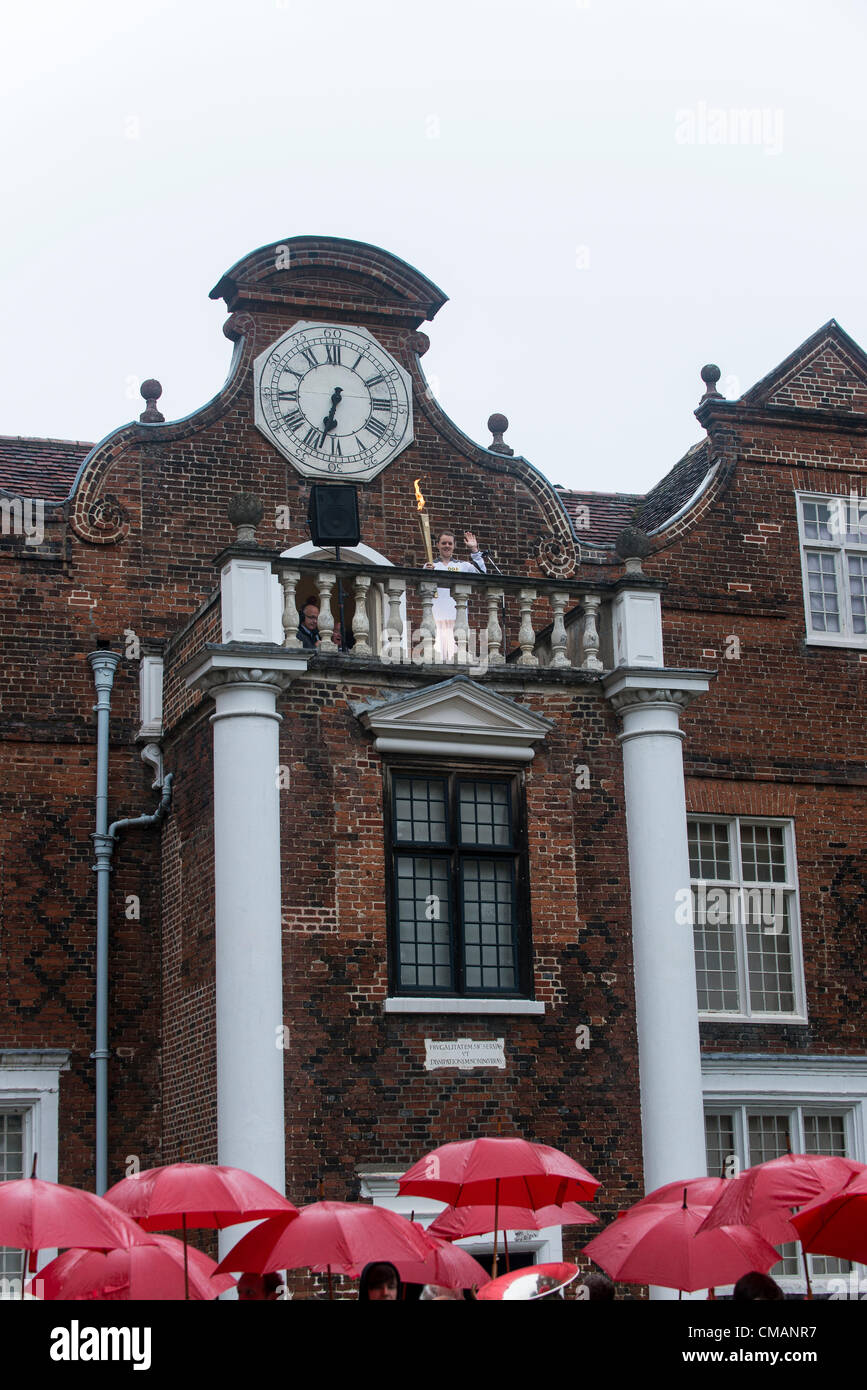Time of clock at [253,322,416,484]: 6:33
